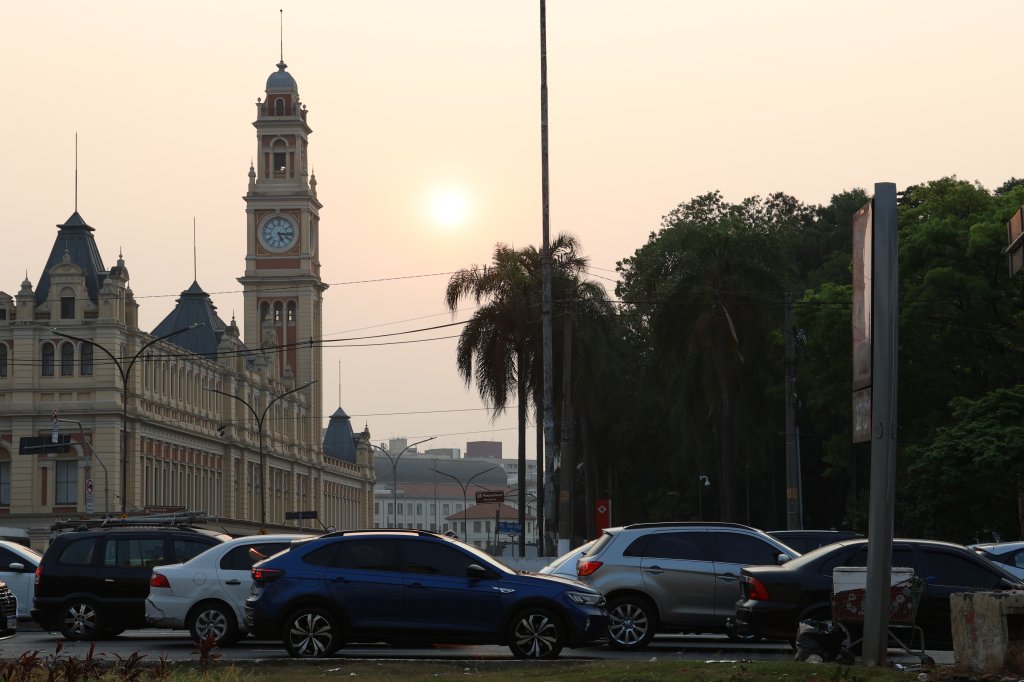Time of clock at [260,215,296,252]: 5:15
